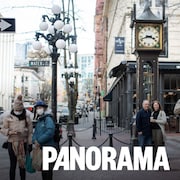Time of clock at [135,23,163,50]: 3:42
